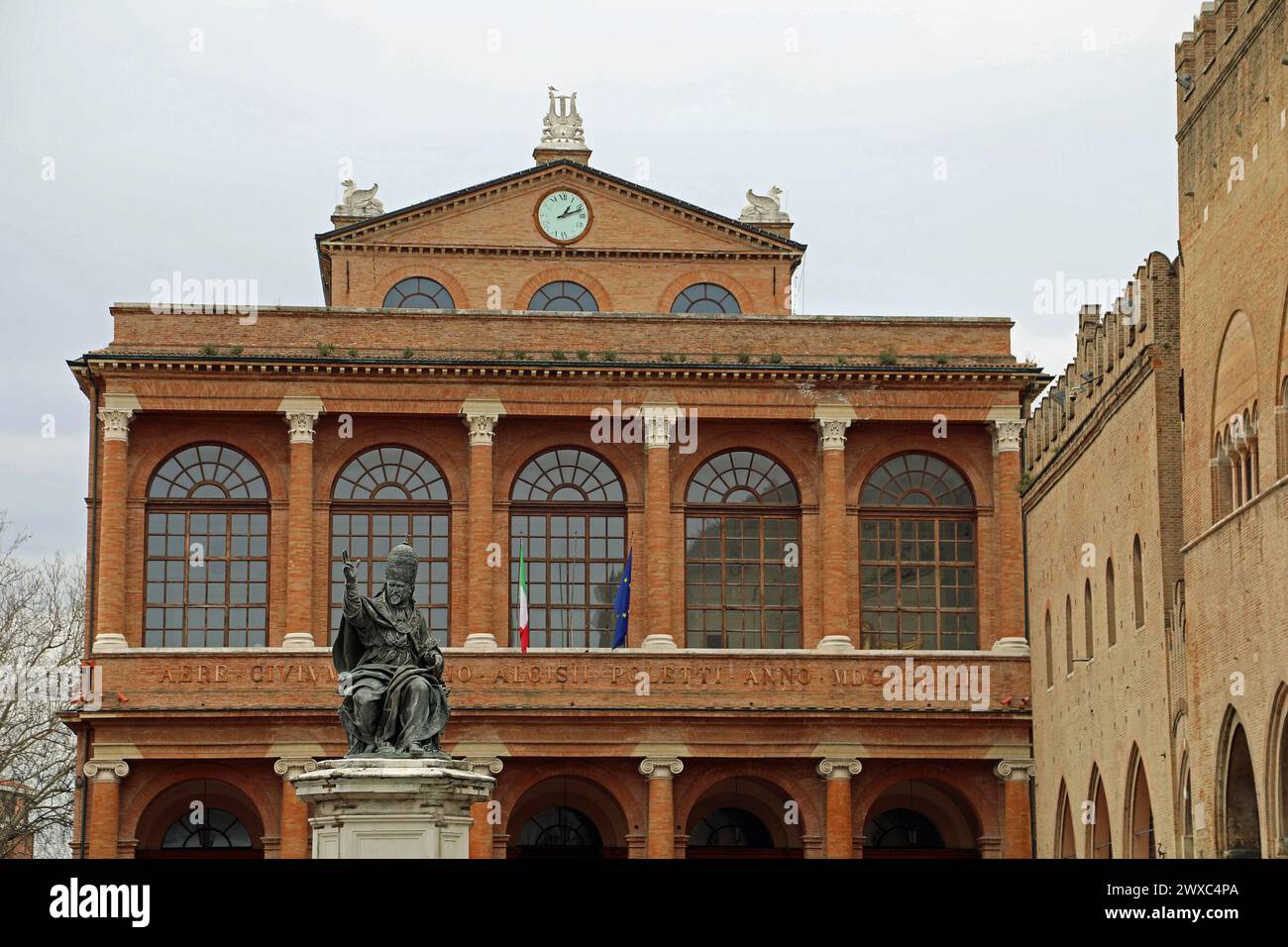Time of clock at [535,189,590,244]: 1:11
